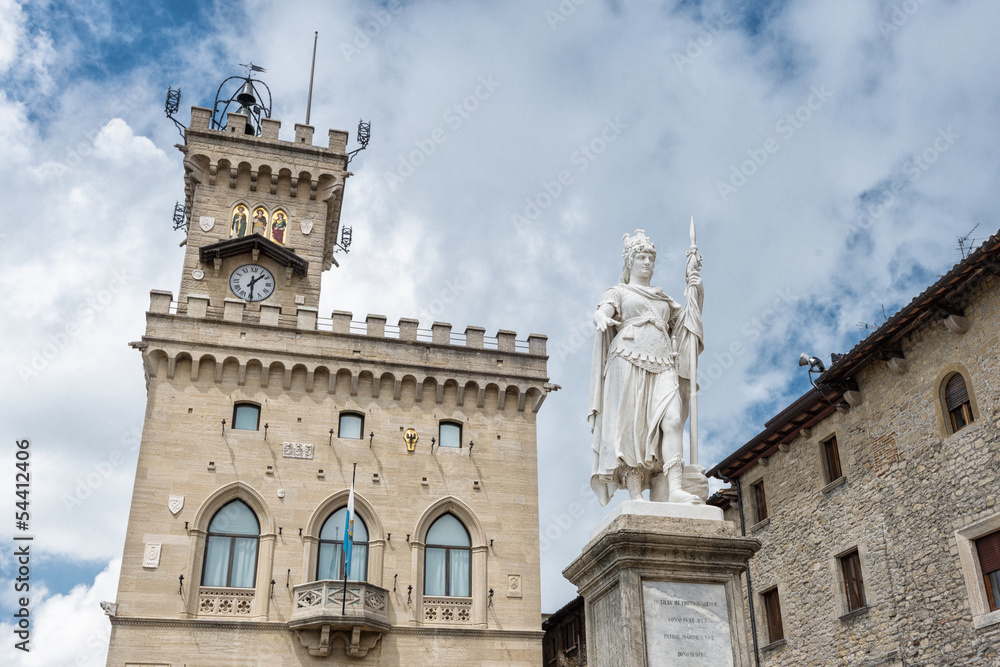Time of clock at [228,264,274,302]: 1:29
